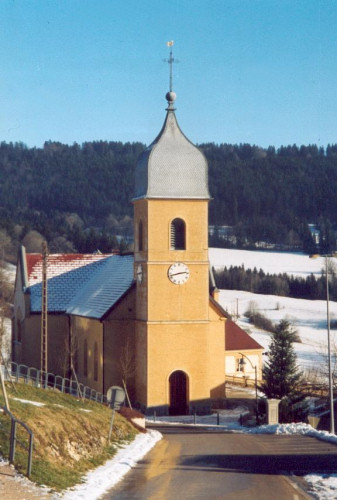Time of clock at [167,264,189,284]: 2:42
